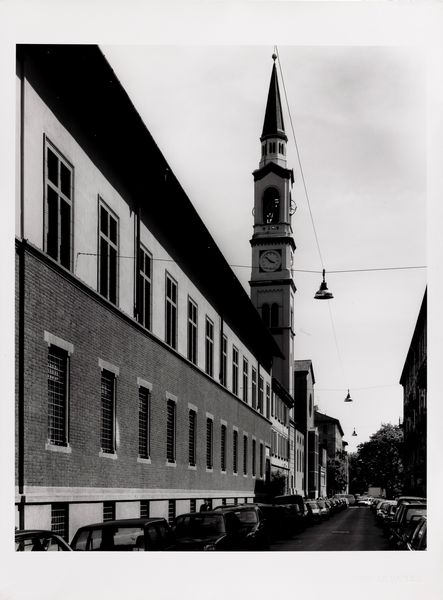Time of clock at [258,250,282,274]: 3:52
